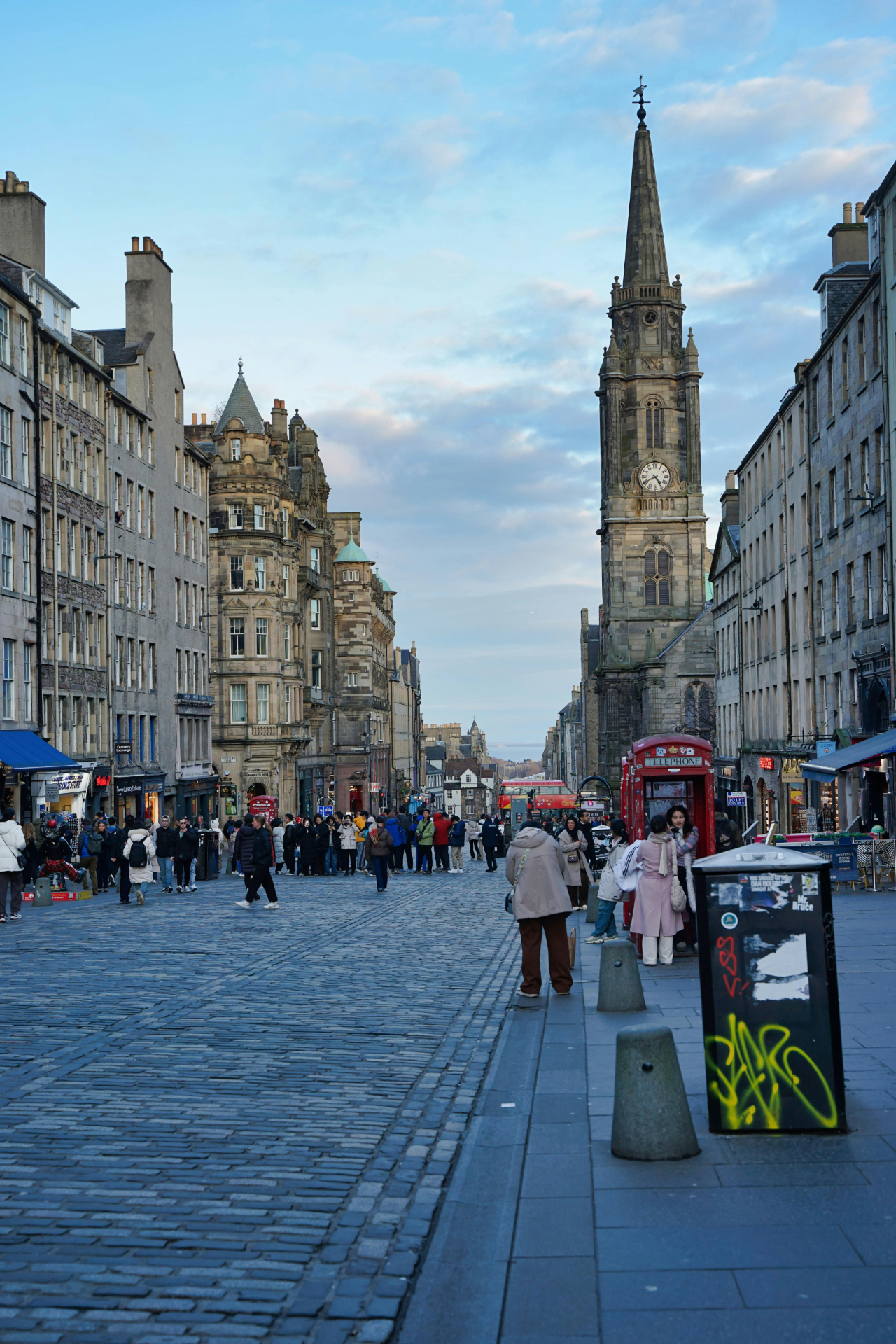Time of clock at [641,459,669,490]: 4:40
